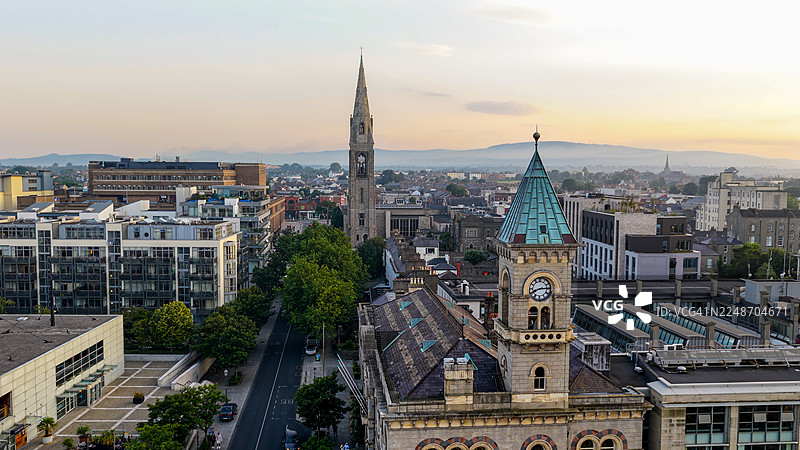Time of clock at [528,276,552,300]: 8:14
